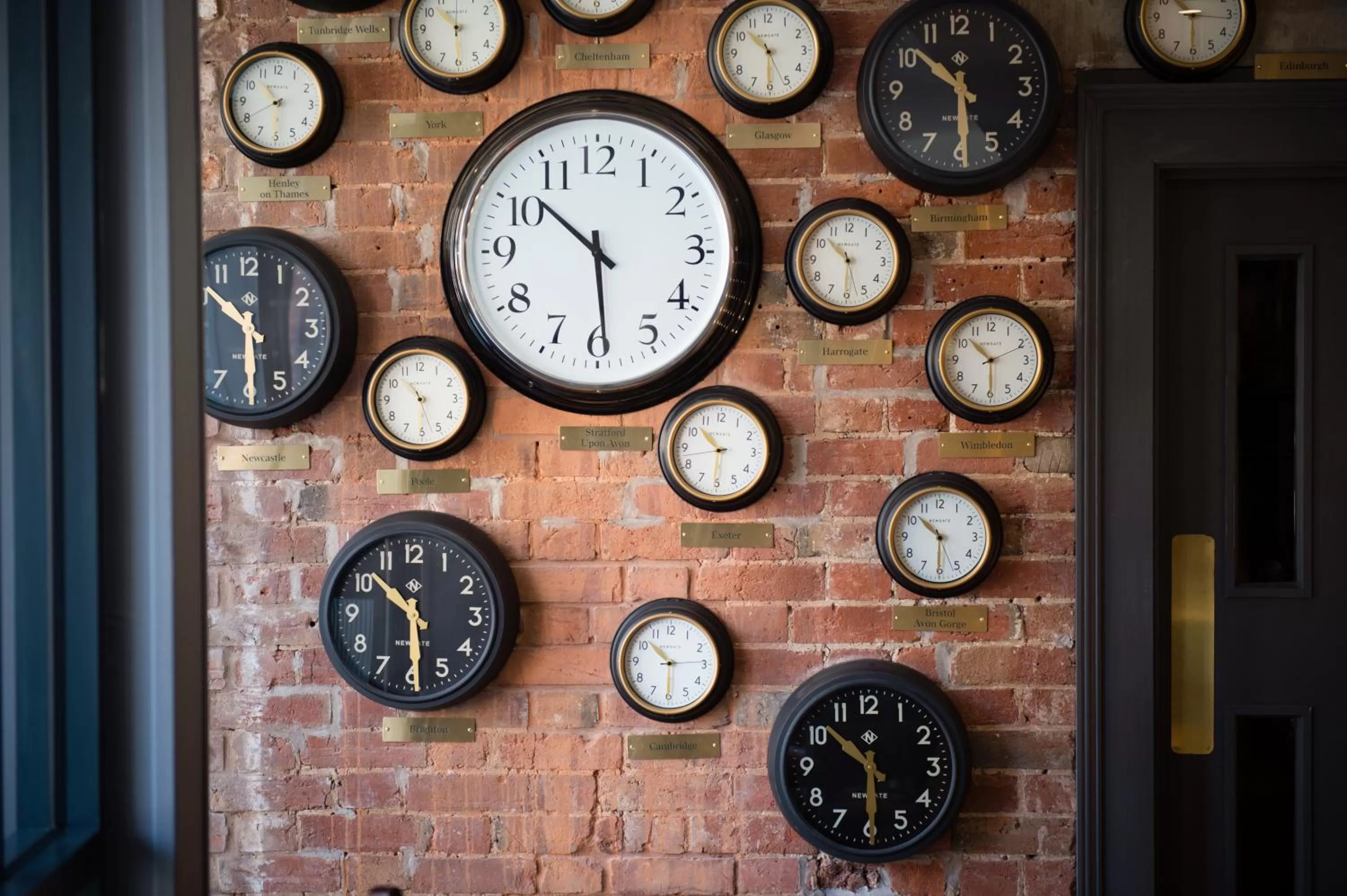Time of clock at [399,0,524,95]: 10:29
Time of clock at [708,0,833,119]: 10:30
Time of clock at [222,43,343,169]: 10:30
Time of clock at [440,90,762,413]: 10:29
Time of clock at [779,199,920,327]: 10:30
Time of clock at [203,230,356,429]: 5:51
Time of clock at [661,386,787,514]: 10:30
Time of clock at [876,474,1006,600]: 10:30
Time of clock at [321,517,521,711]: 10:29
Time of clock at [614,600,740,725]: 10:30
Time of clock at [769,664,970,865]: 10:29
